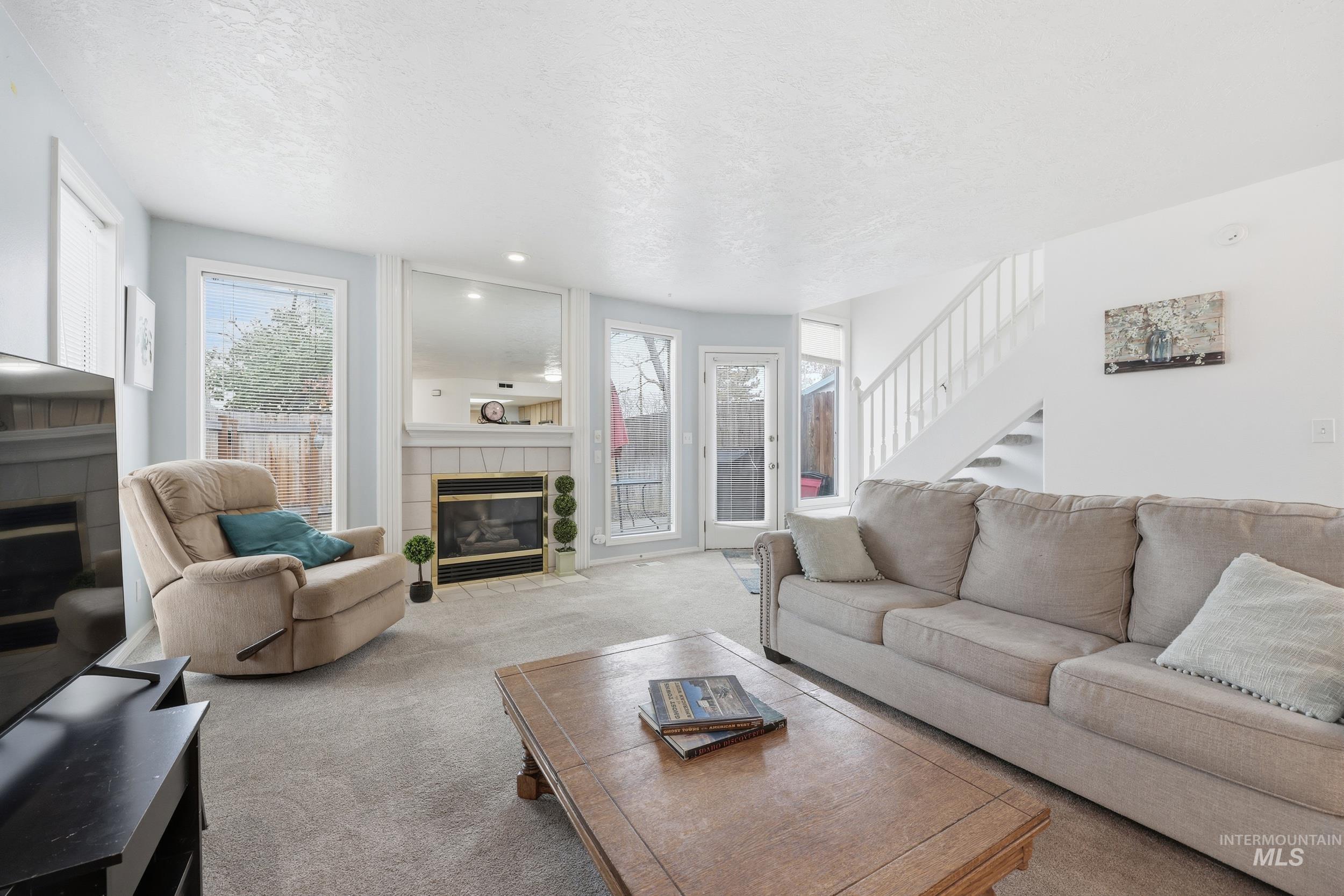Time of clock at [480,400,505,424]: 4:35
